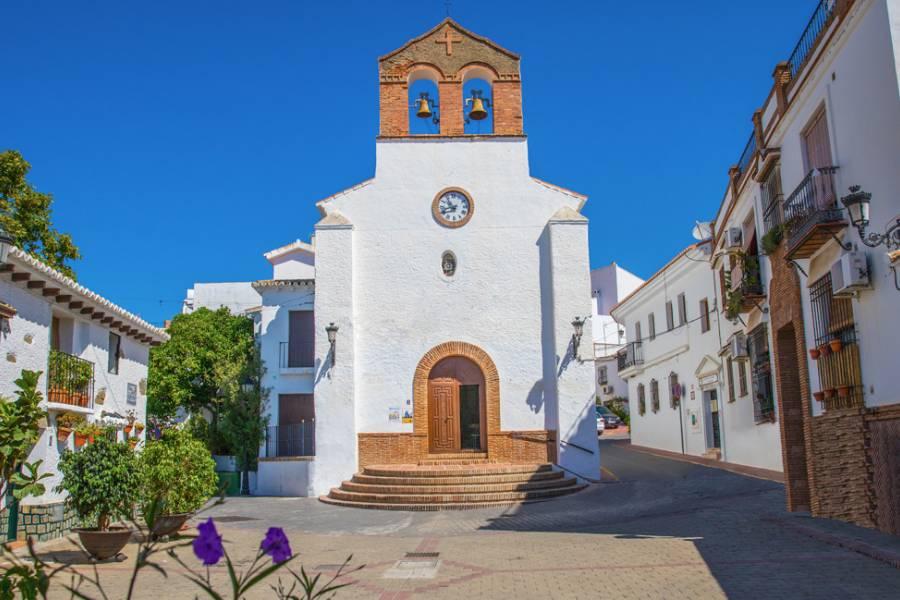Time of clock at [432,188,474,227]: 10:42
